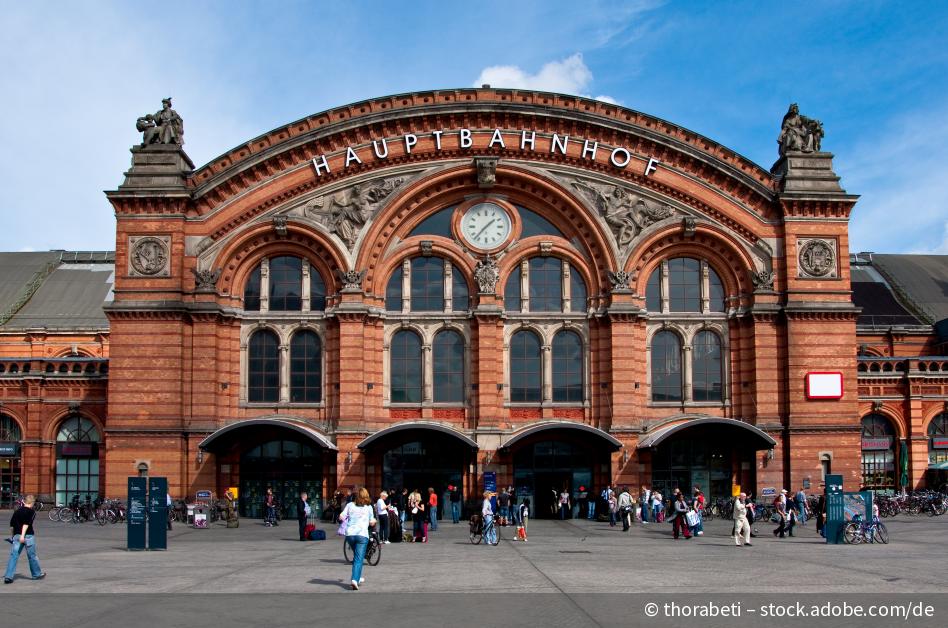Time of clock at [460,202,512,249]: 1:37
